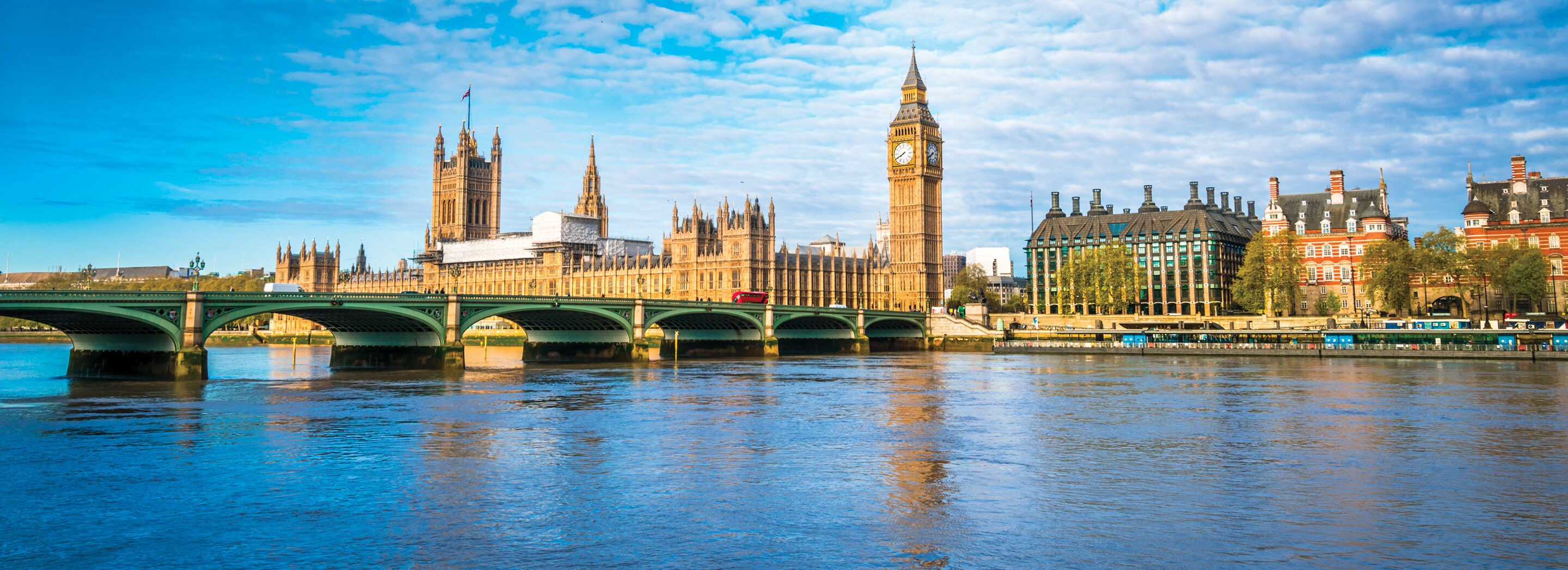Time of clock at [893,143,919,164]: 7:40
